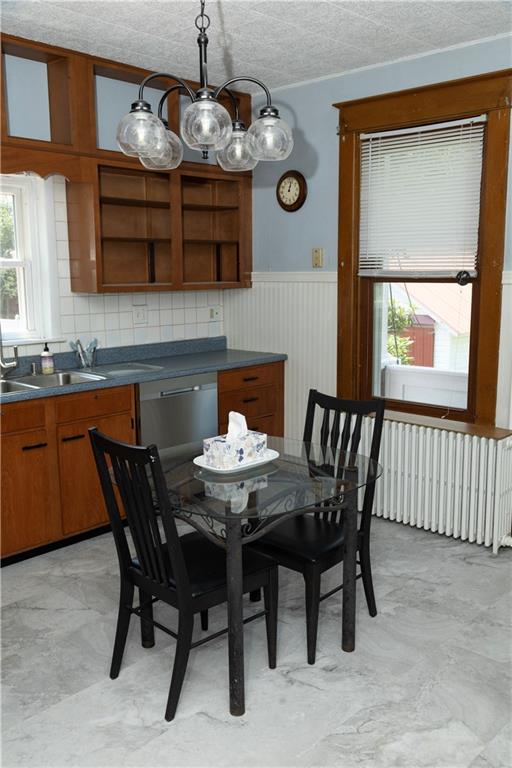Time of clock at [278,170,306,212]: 1:02
